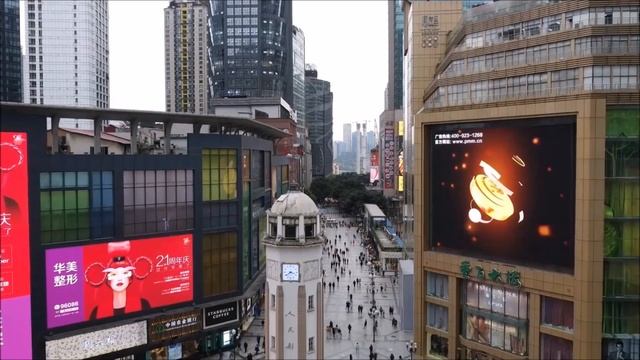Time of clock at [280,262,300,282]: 3:39
